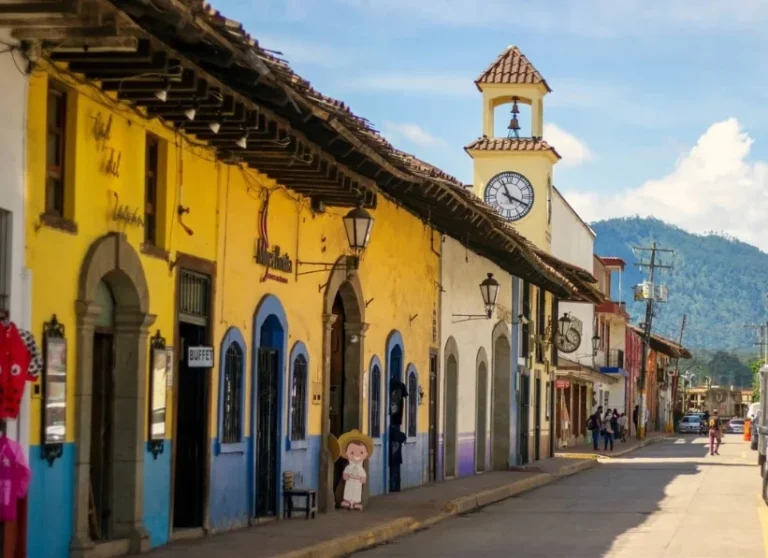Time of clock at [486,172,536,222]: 11:18
